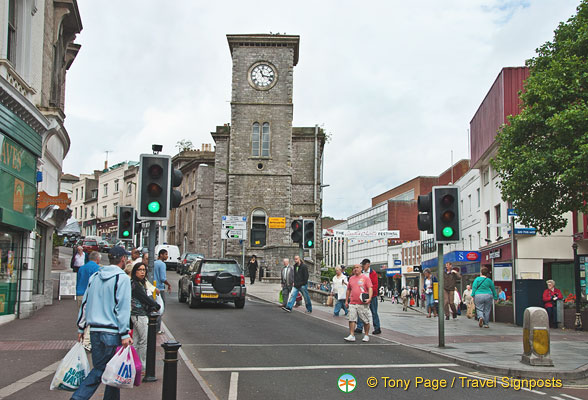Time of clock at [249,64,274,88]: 11:16
